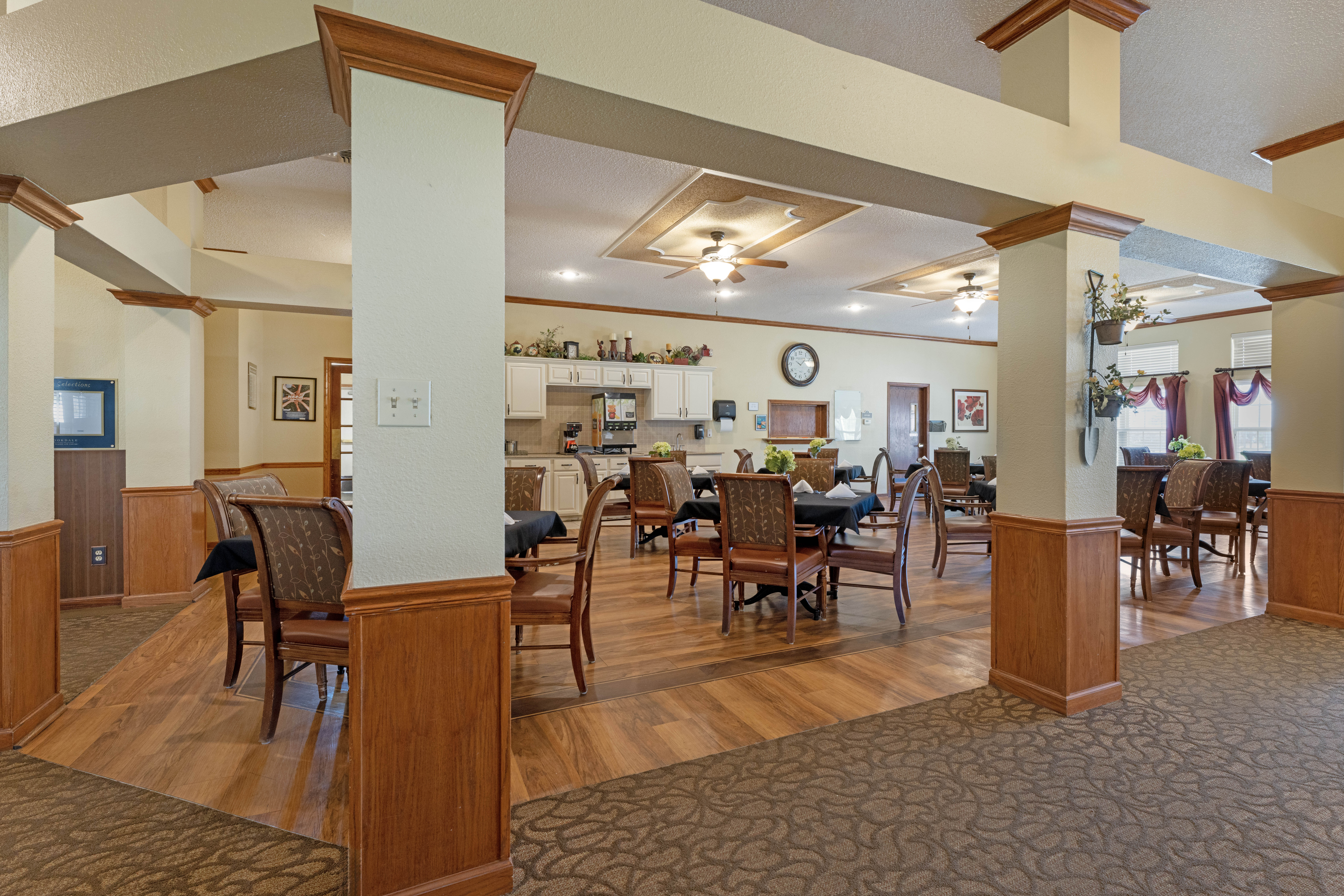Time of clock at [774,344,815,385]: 10:07
